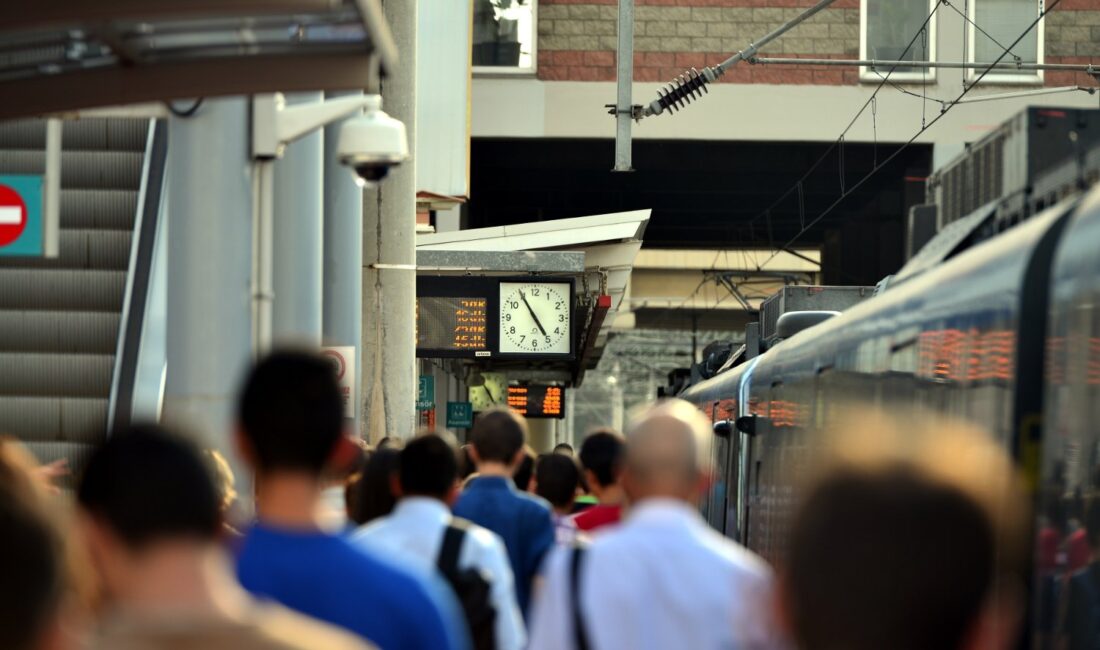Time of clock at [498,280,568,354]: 4:54
